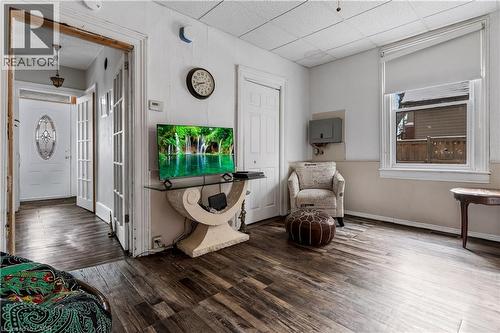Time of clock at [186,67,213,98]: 8:41
